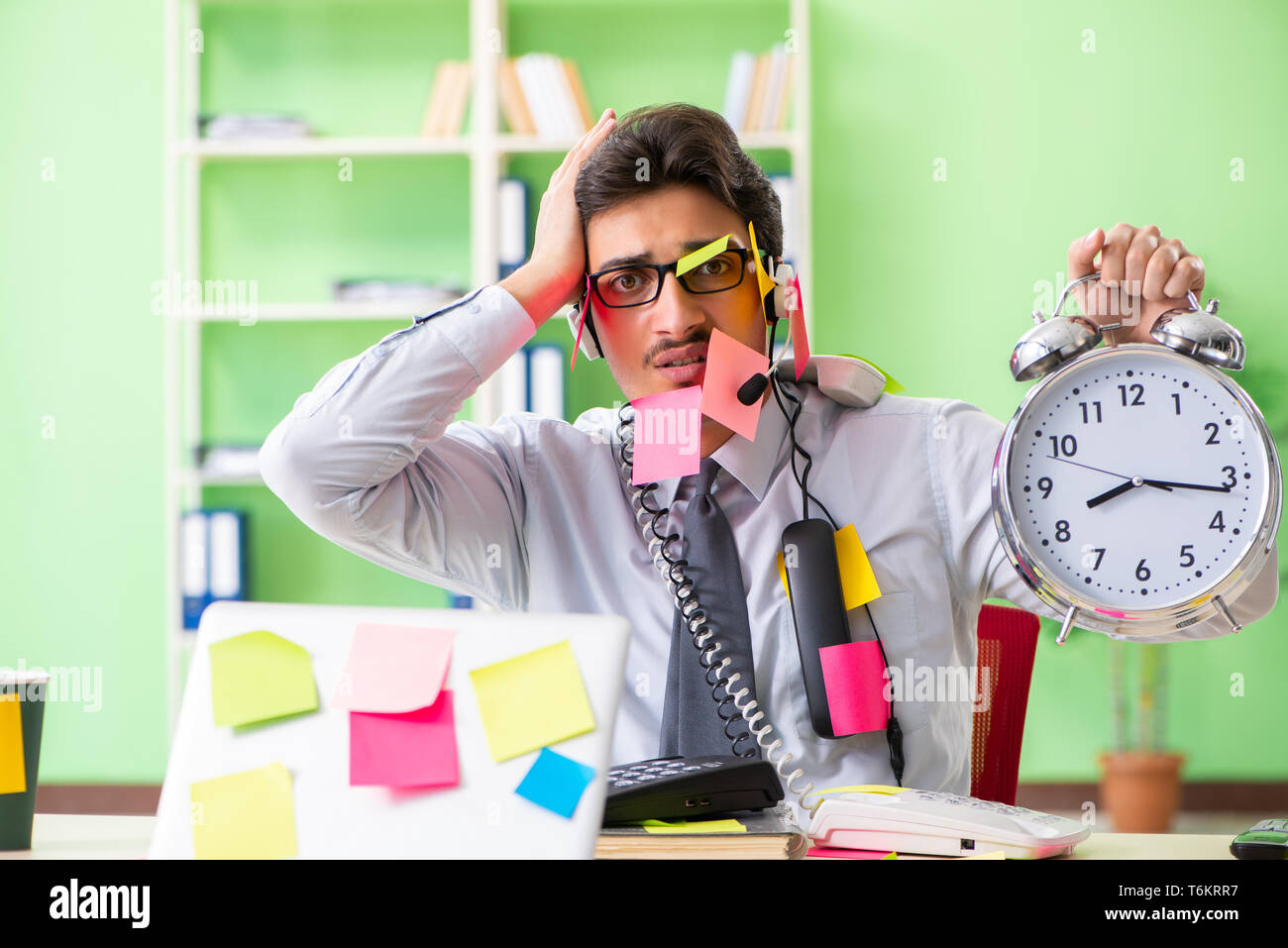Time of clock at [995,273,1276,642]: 8:16
